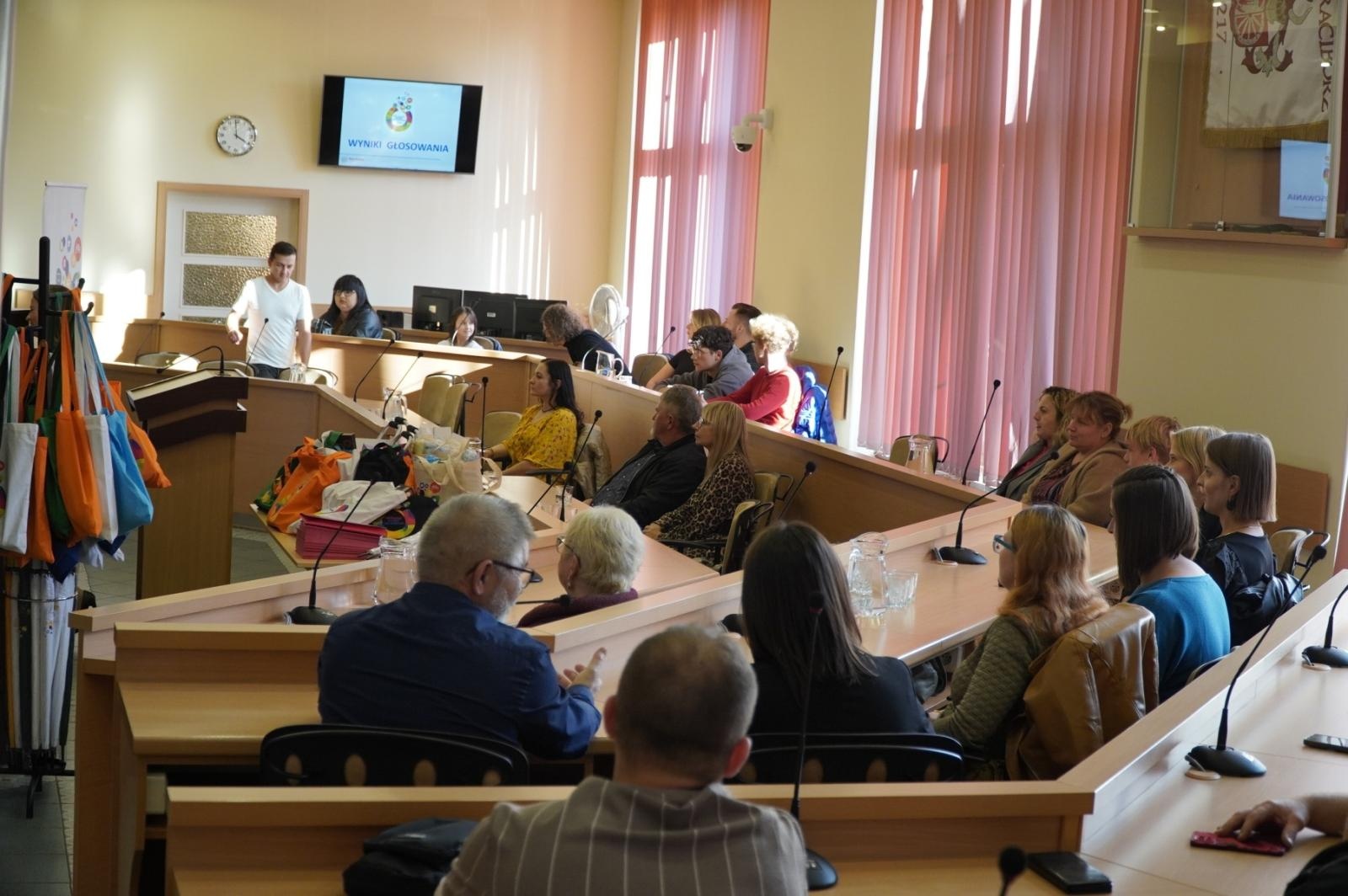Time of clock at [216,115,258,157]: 3:59
